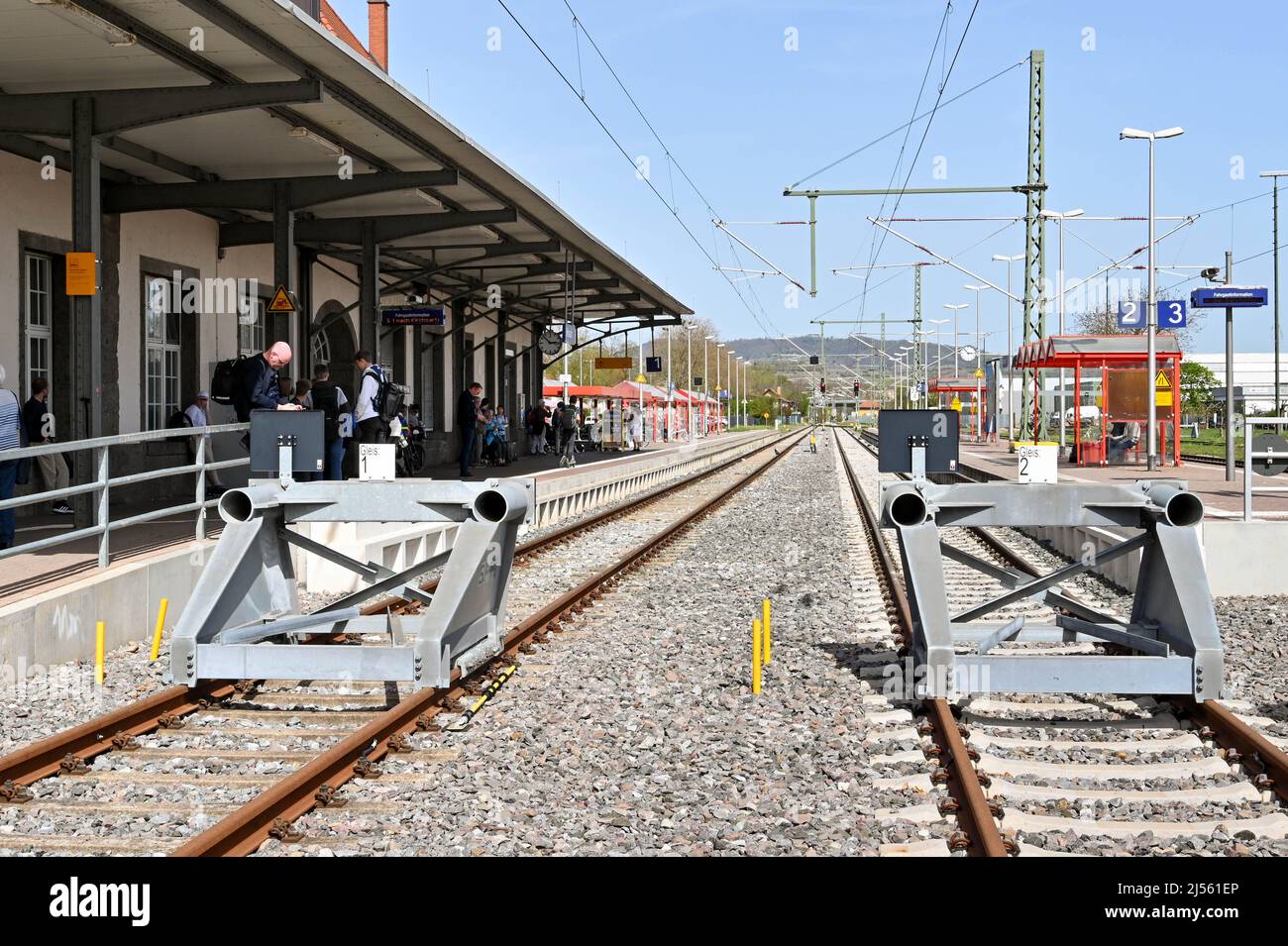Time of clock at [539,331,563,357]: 2:52
